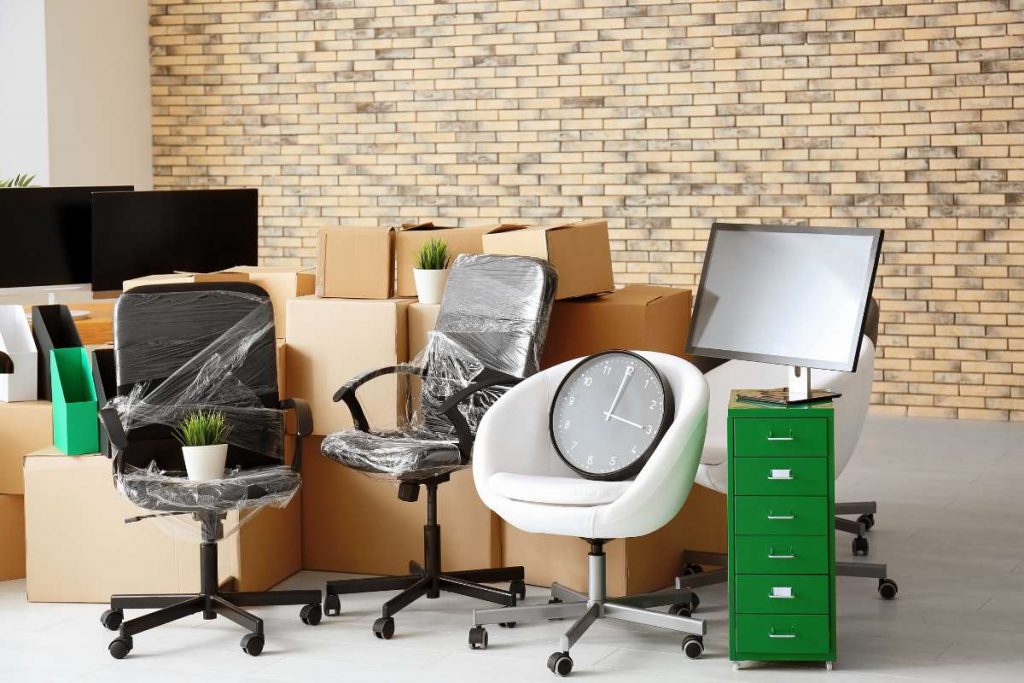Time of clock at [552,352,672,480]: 3:00
